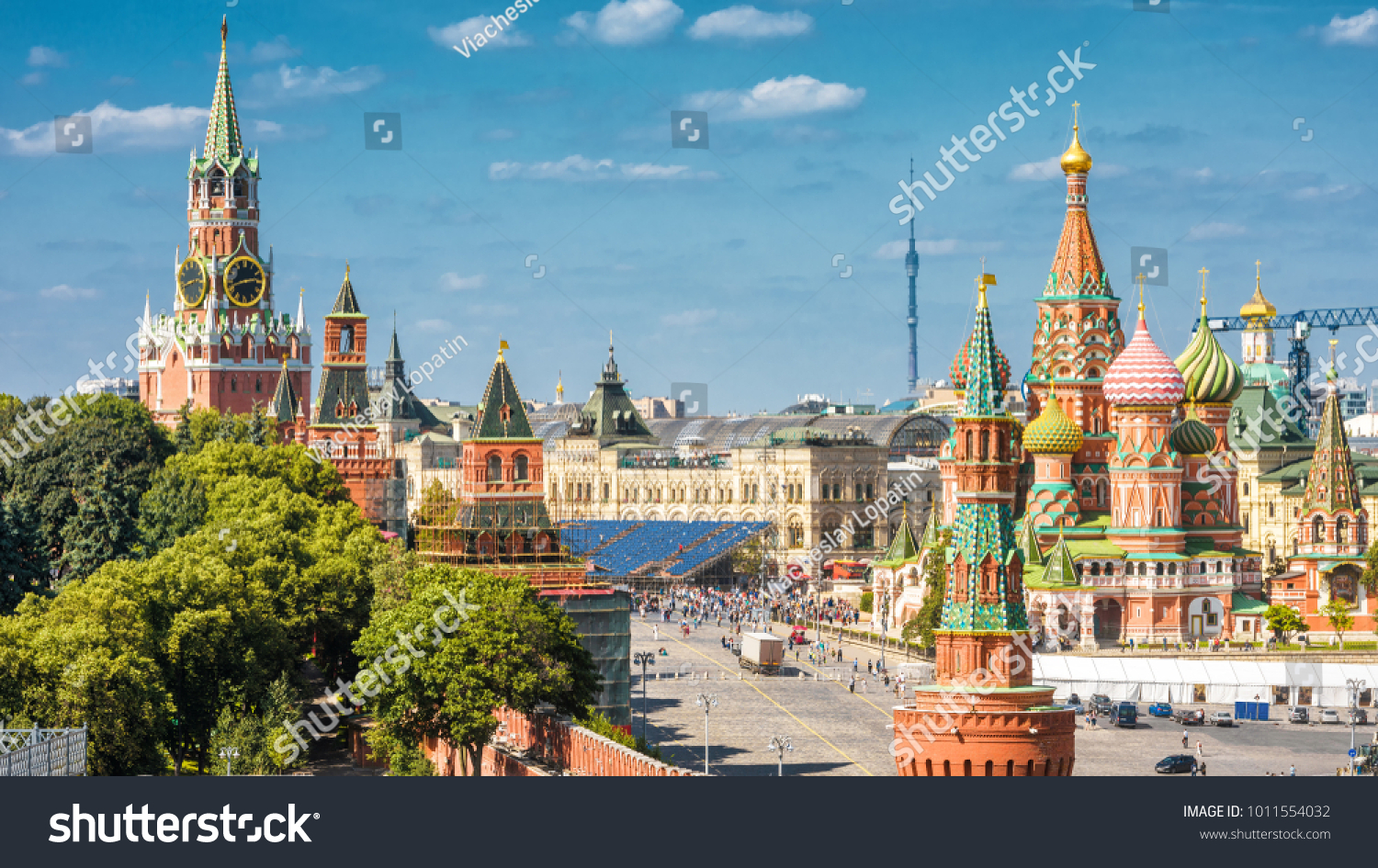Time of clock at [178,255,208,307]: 2:42
